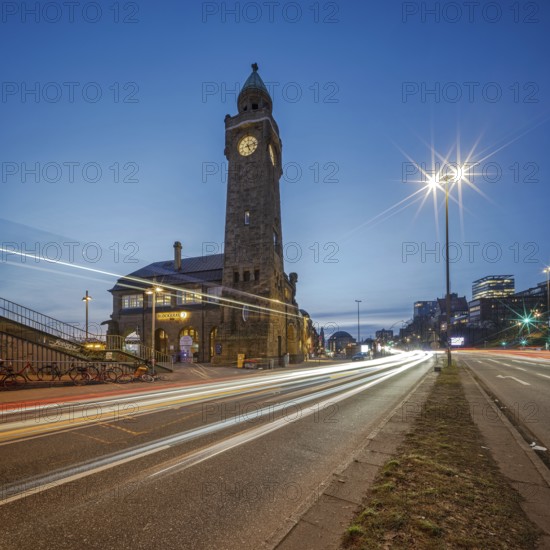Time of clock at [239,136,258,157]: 5:12
